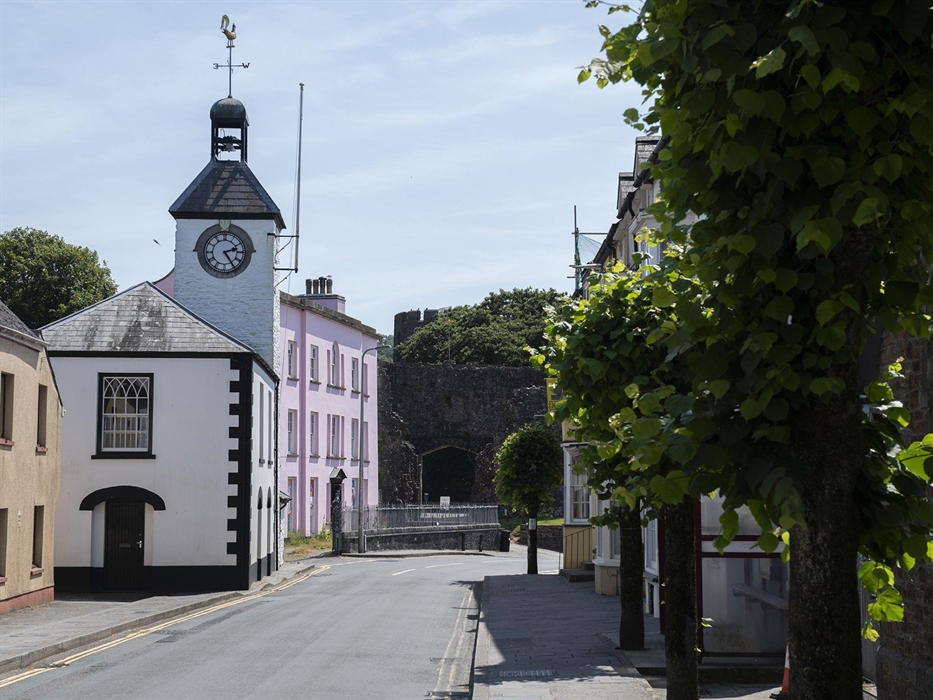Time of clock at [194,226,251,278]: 2:24
